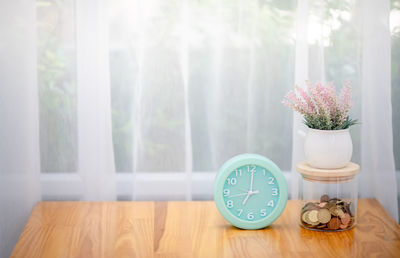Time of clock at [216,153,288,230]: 7:00
